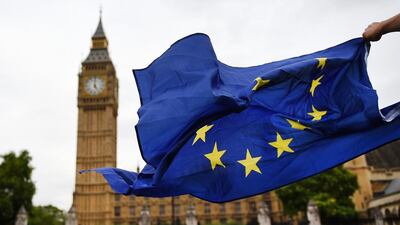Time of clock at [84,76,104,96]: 5:00
